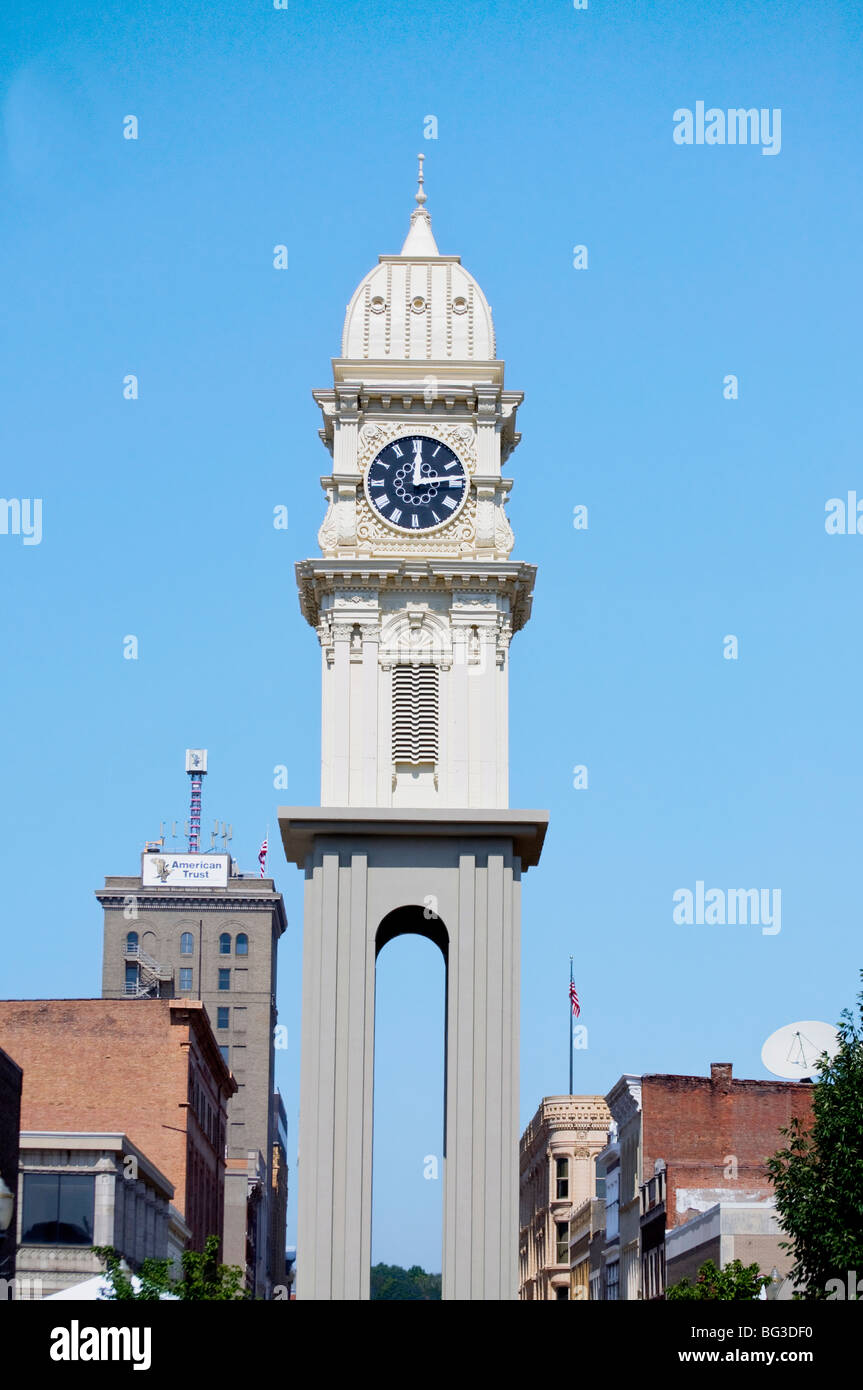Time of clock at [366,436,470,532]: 12:13
